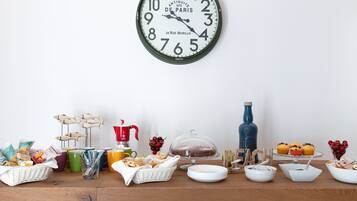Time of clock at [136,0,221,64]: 9:21
